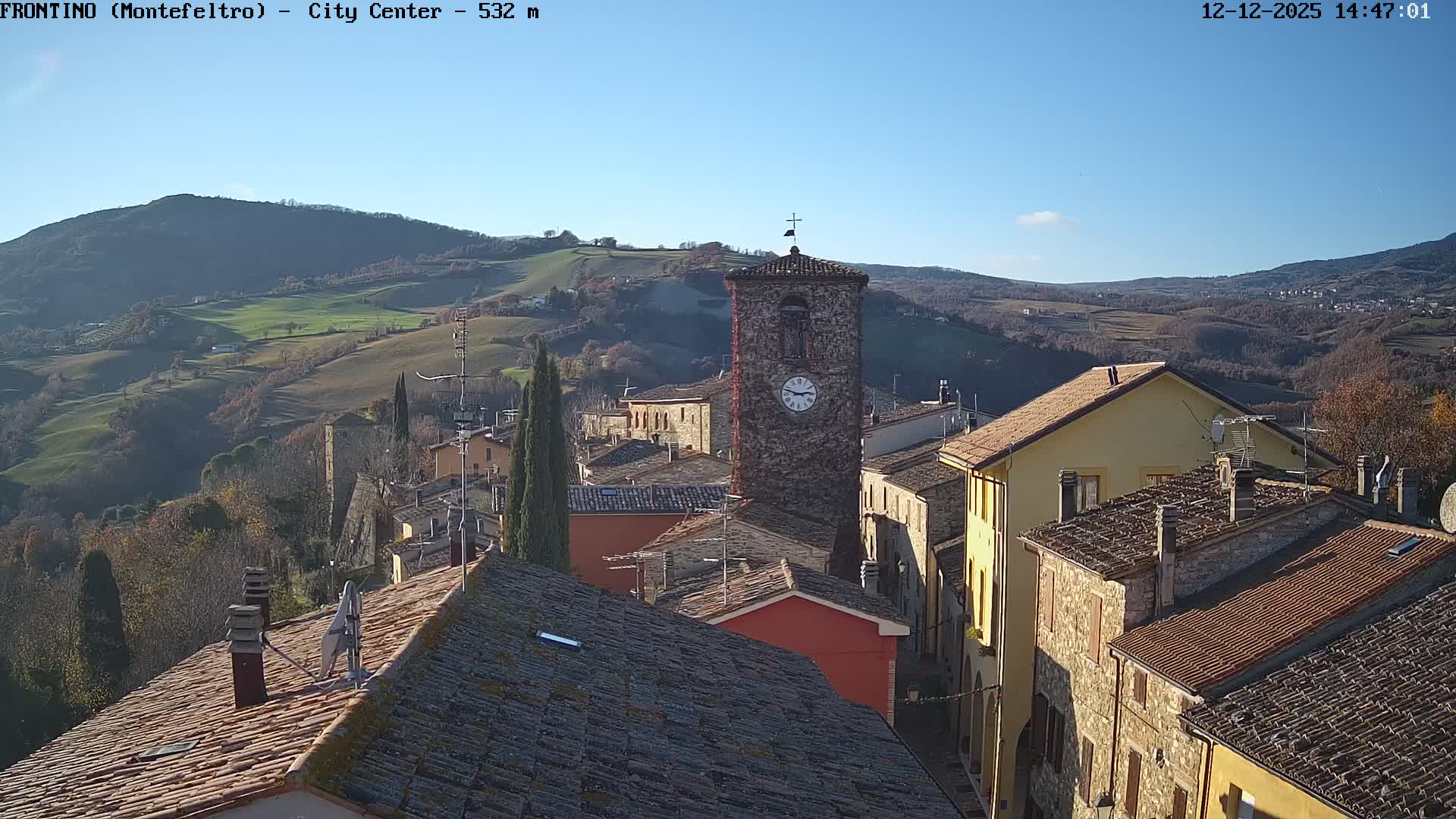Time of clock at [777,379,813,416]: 2:47
